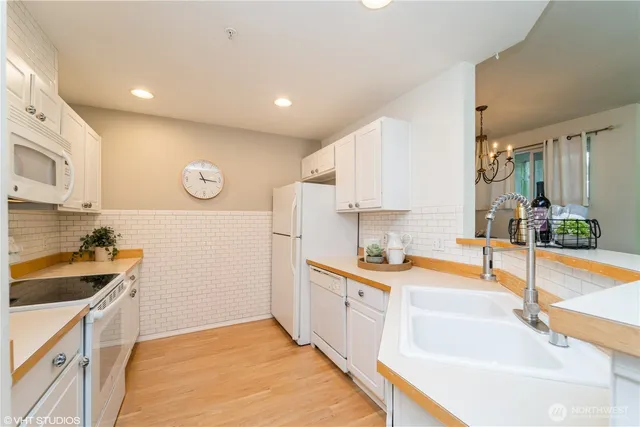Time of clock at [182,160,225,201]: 11:16
